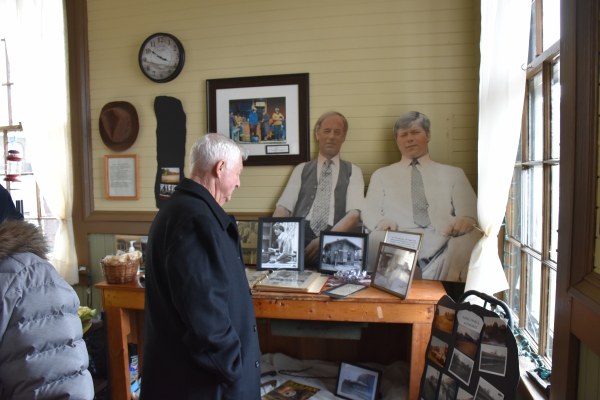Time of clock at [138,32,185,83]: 3:51
